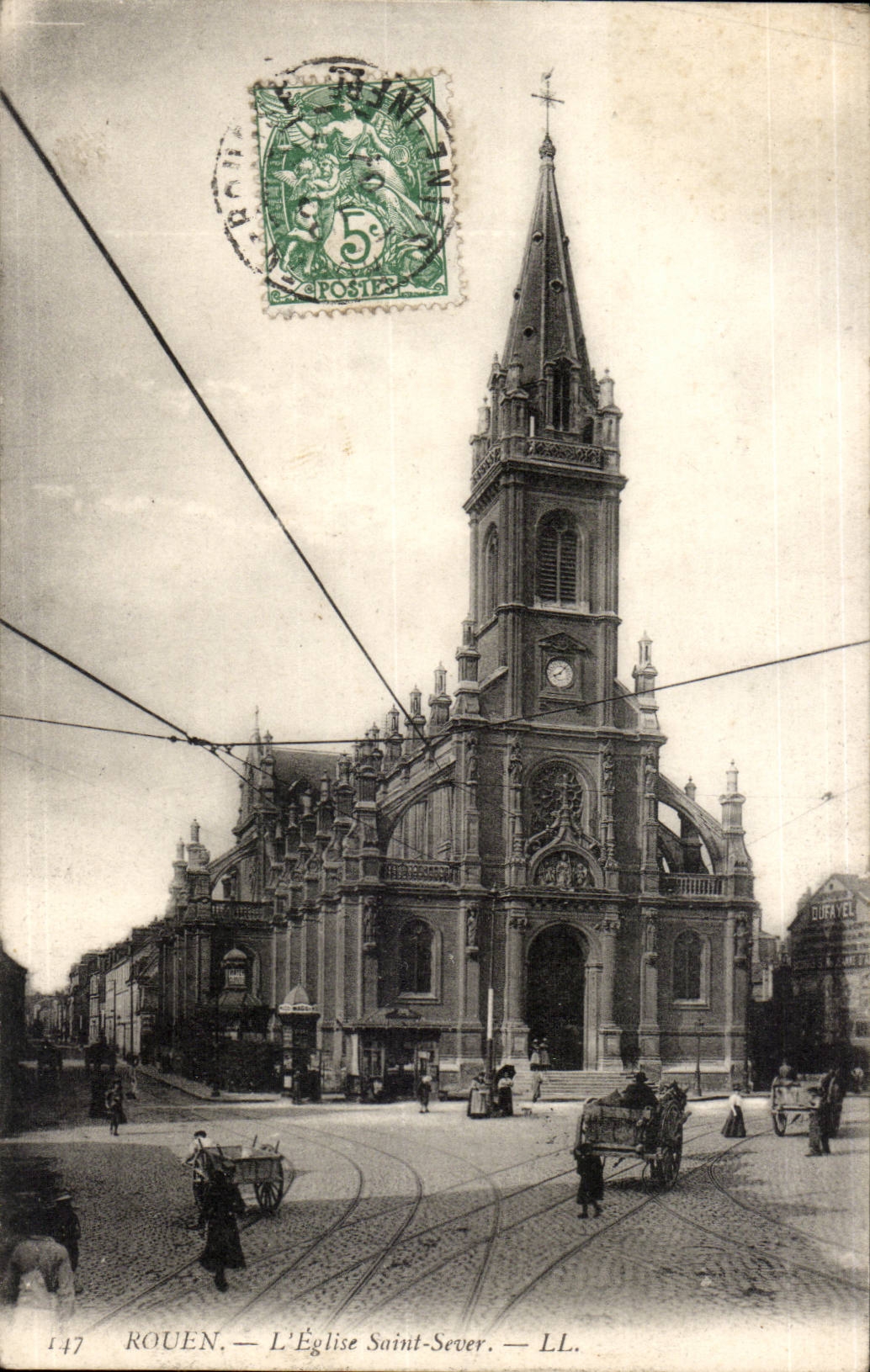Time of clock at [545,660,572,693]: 8:07
